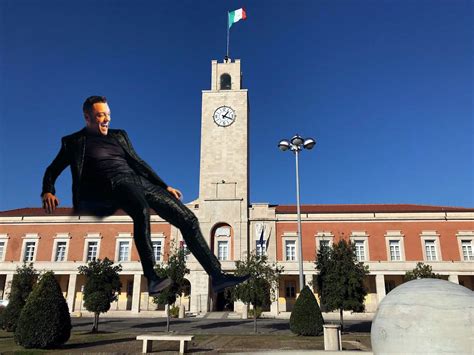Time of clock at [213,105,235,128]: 1:18
